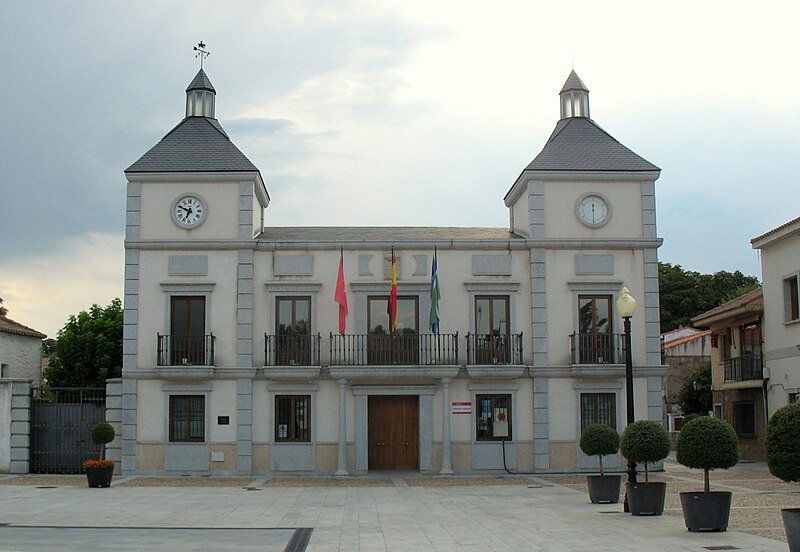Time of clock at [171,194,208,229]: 6:48
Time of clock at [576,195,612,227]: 11:29
